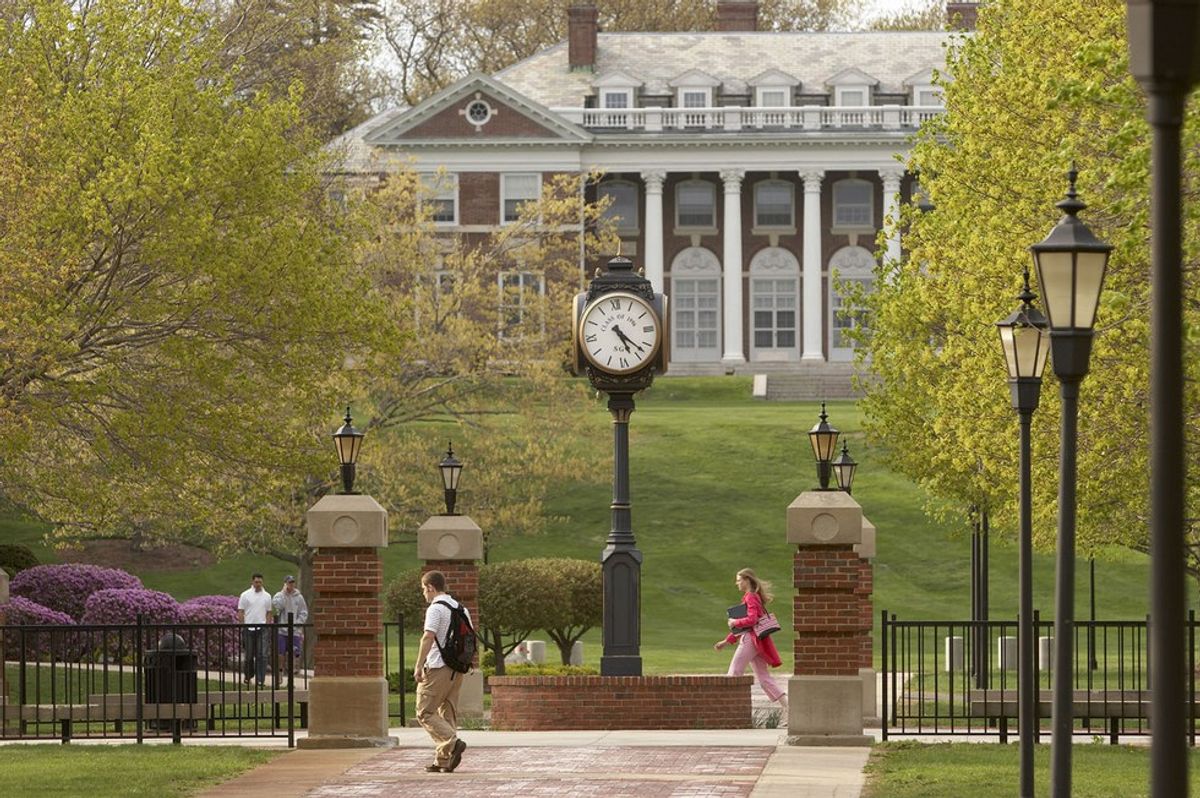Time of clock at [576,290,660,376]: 5:22
